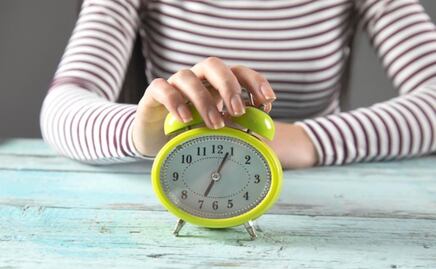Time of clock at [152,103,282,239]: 7:04
